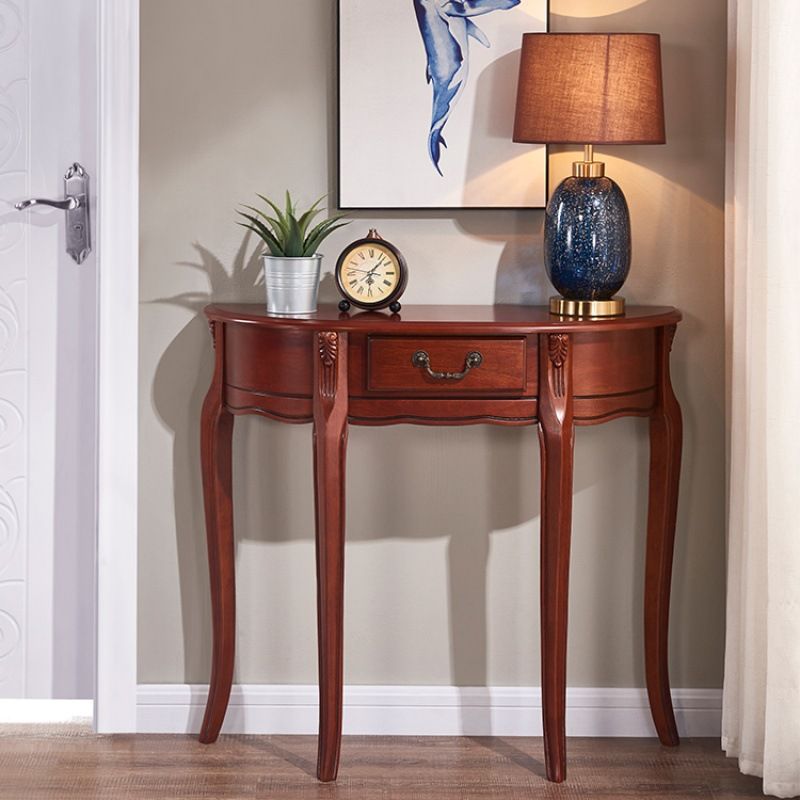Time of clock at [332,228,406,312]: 6:07
